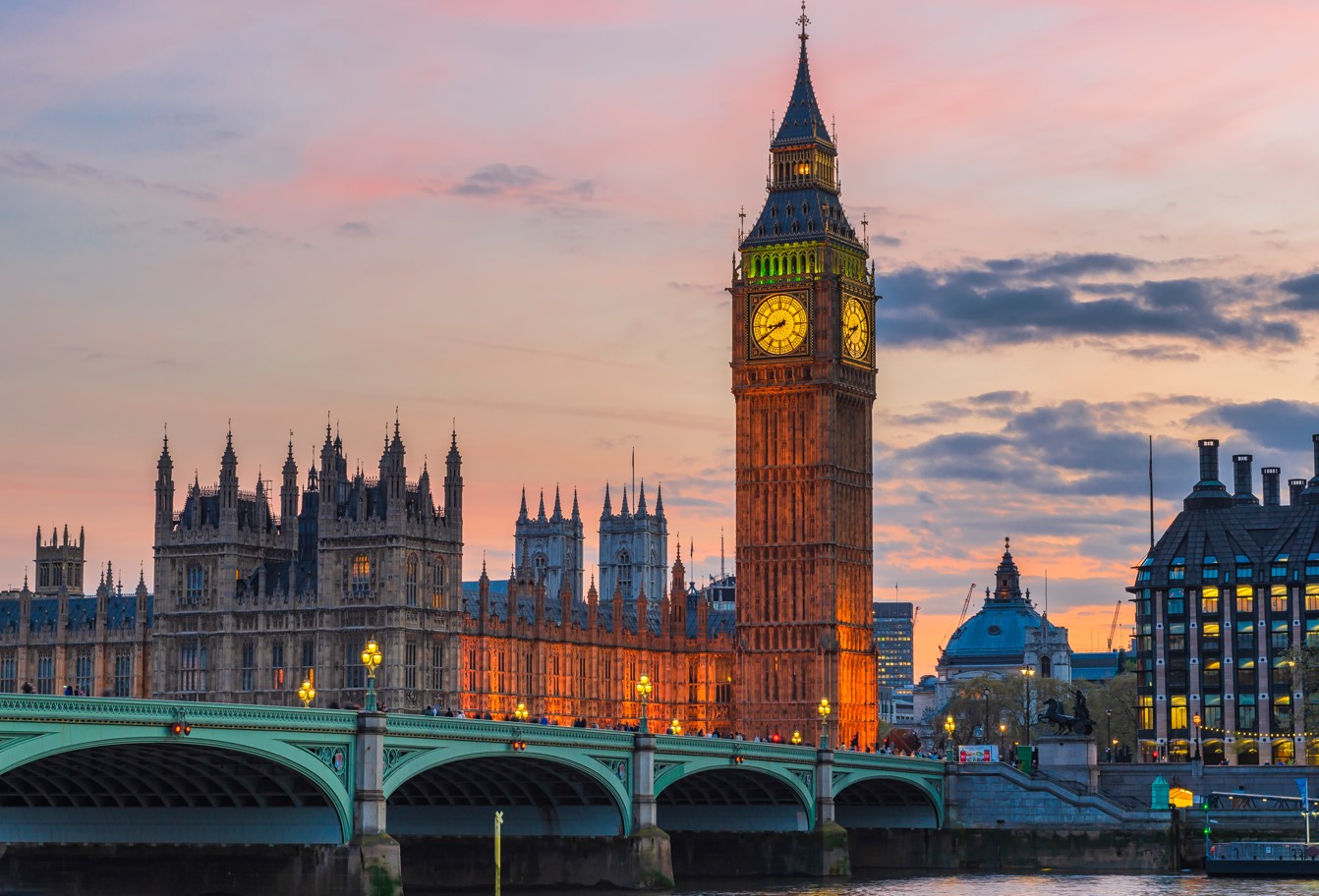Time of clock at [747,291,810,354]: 8:39
